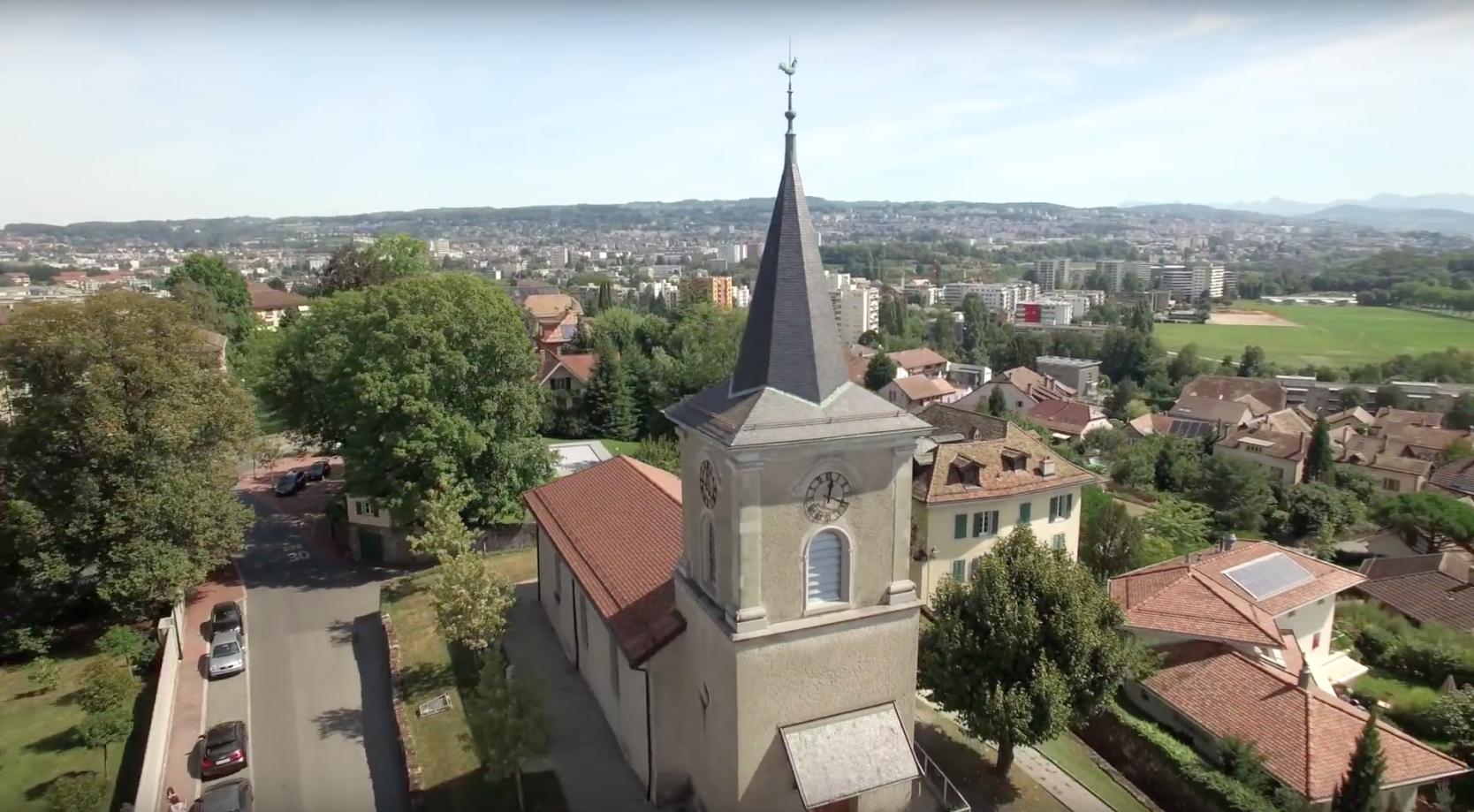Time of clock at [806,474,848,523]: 12:18
